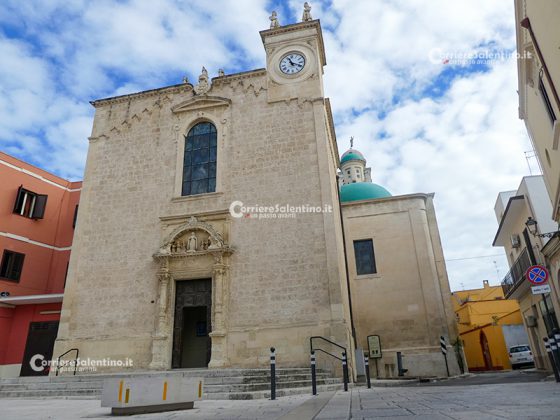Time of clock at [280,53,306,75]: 11:18
